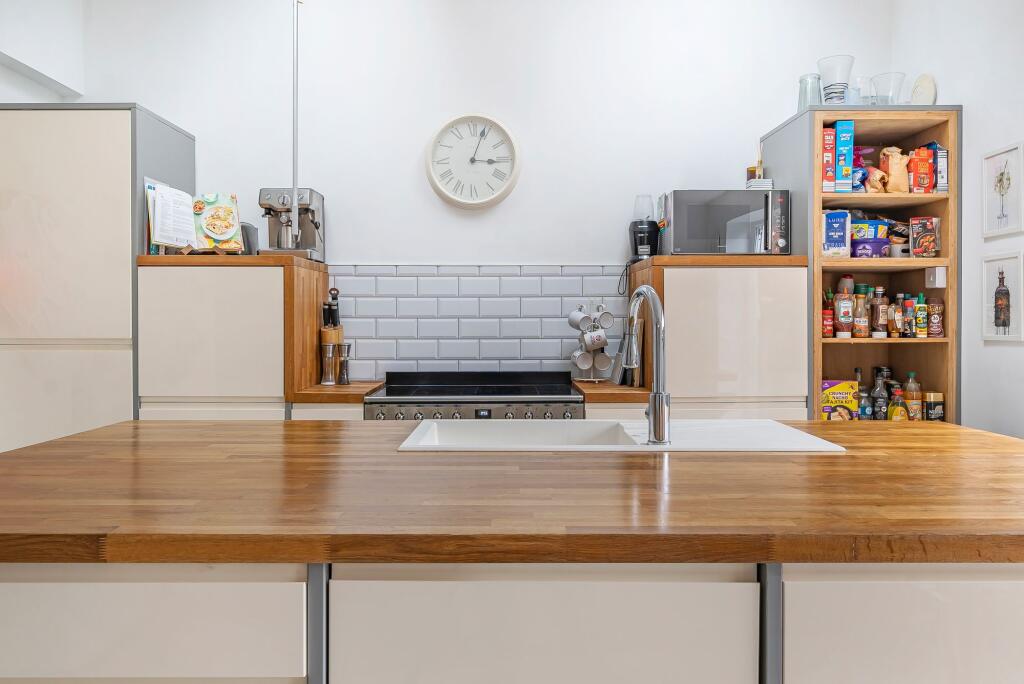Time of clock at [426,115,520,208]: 3:03
